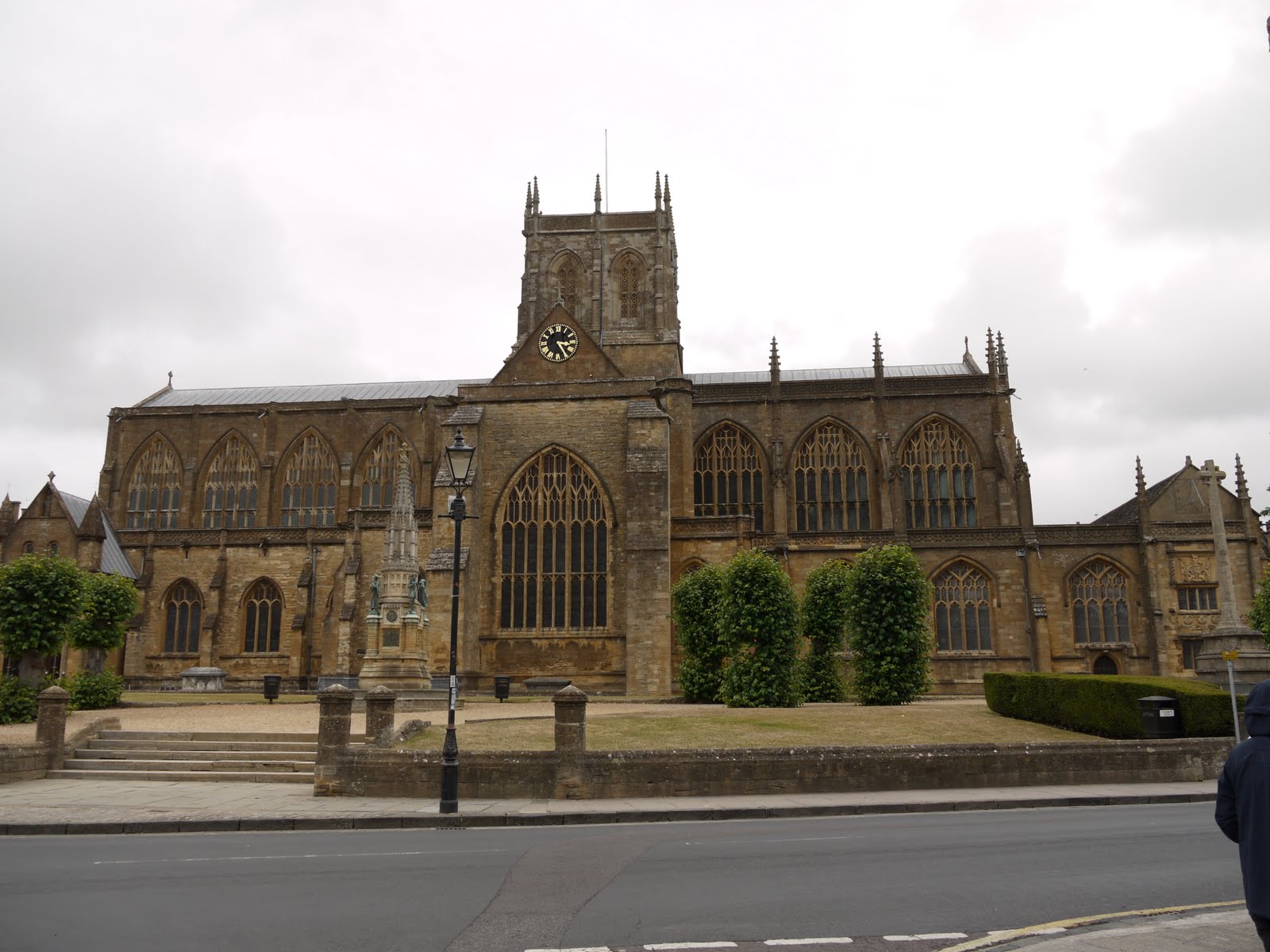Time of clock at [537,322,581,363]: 3:24
